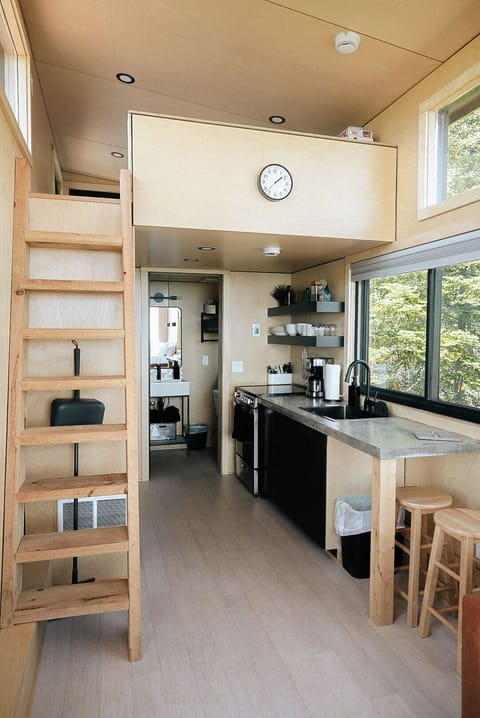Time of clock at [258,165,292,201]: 1:37
